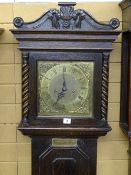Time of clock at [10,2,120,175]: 7:00
